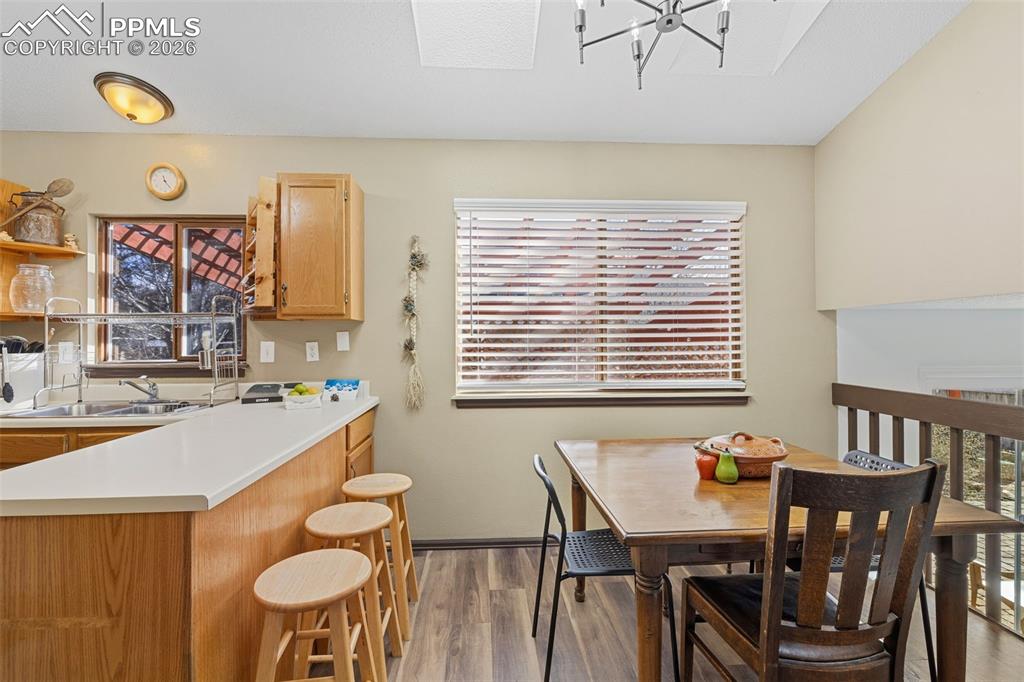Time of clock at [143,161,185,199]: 11:23
